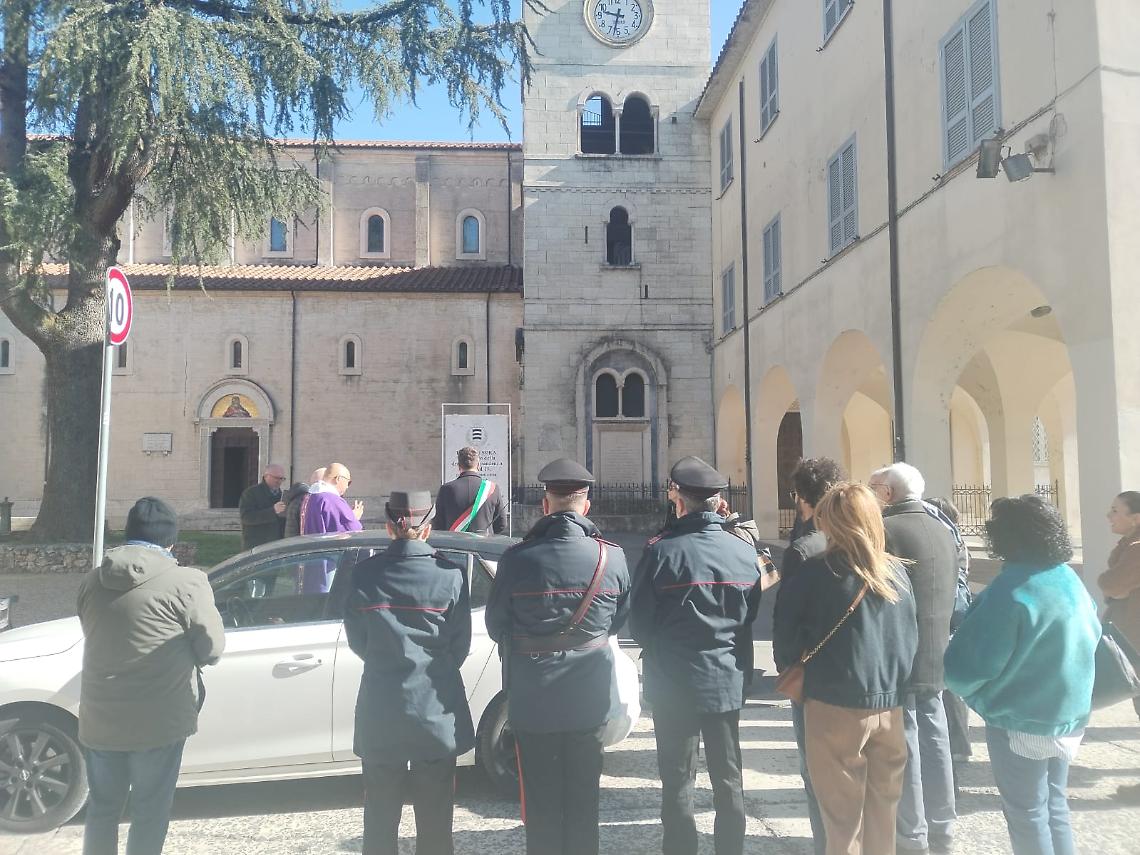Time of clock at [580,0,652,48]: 9:32
